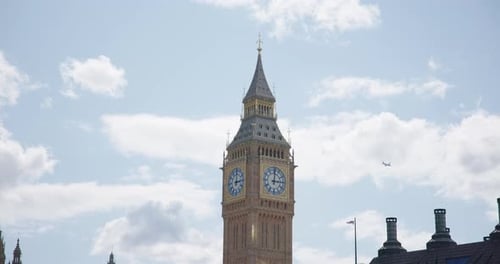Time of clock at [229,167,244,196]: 12:13
